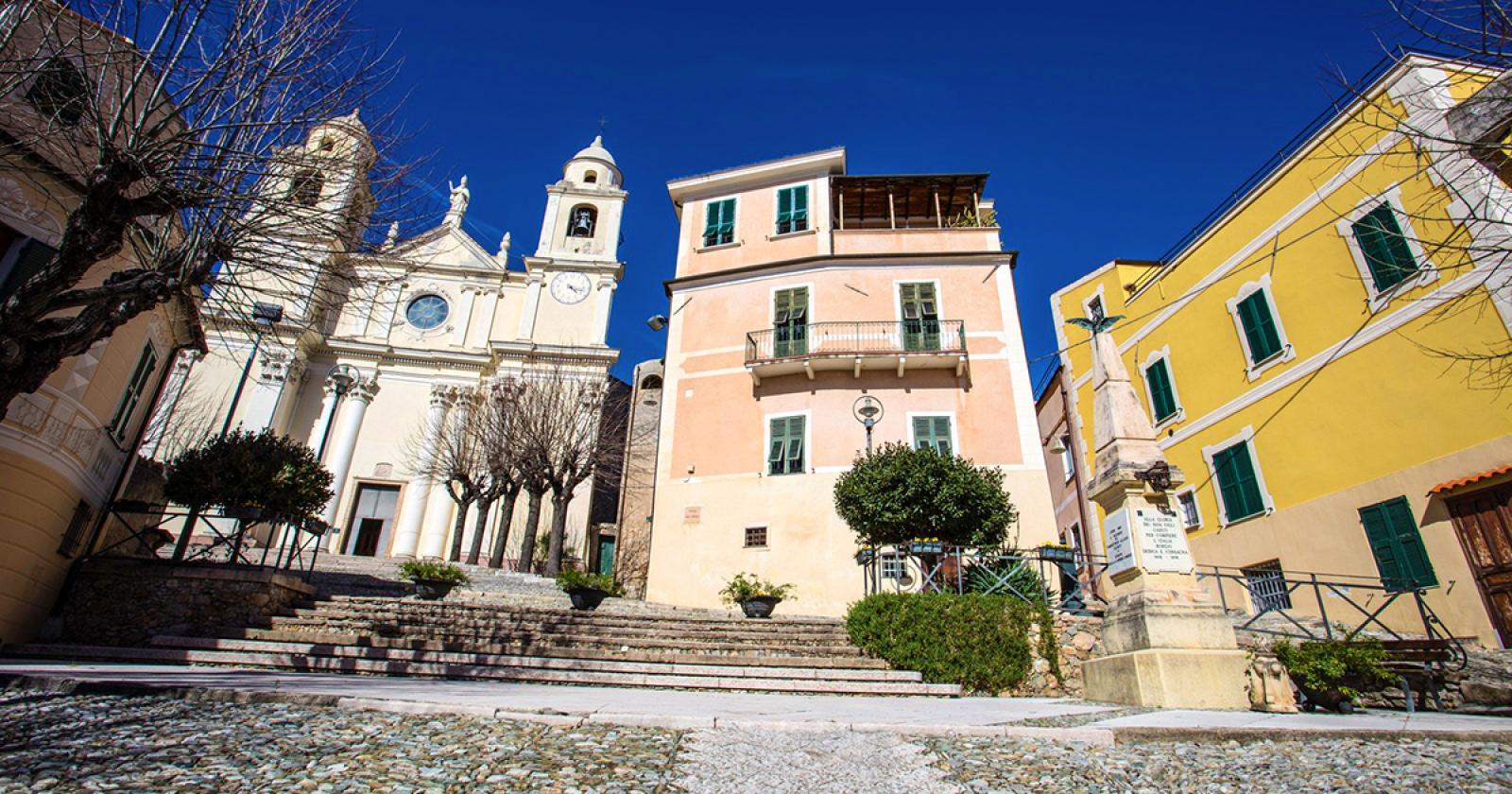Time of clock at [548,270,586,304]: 4:17
